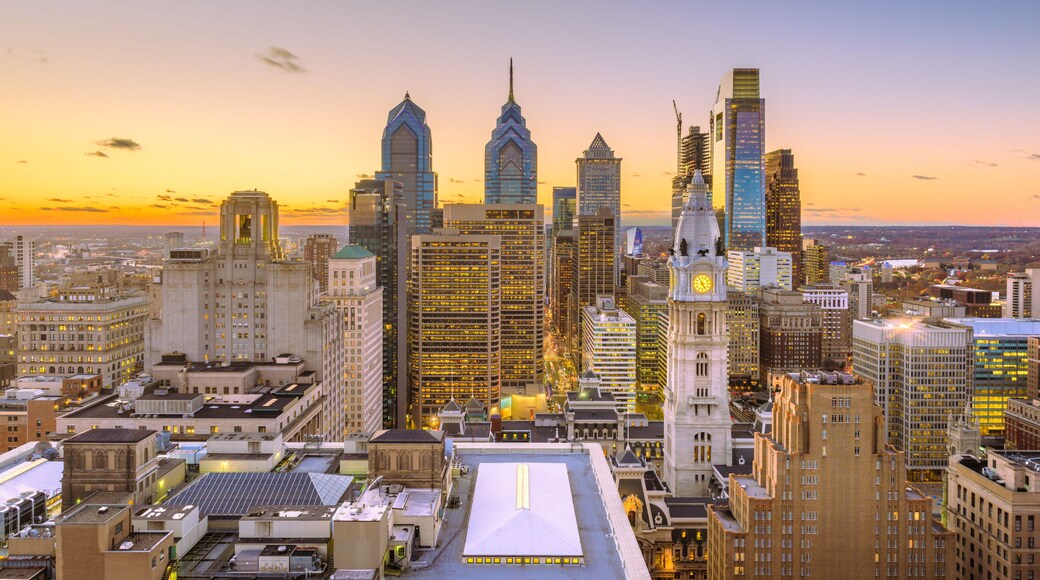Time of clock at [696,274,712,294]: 4:54
